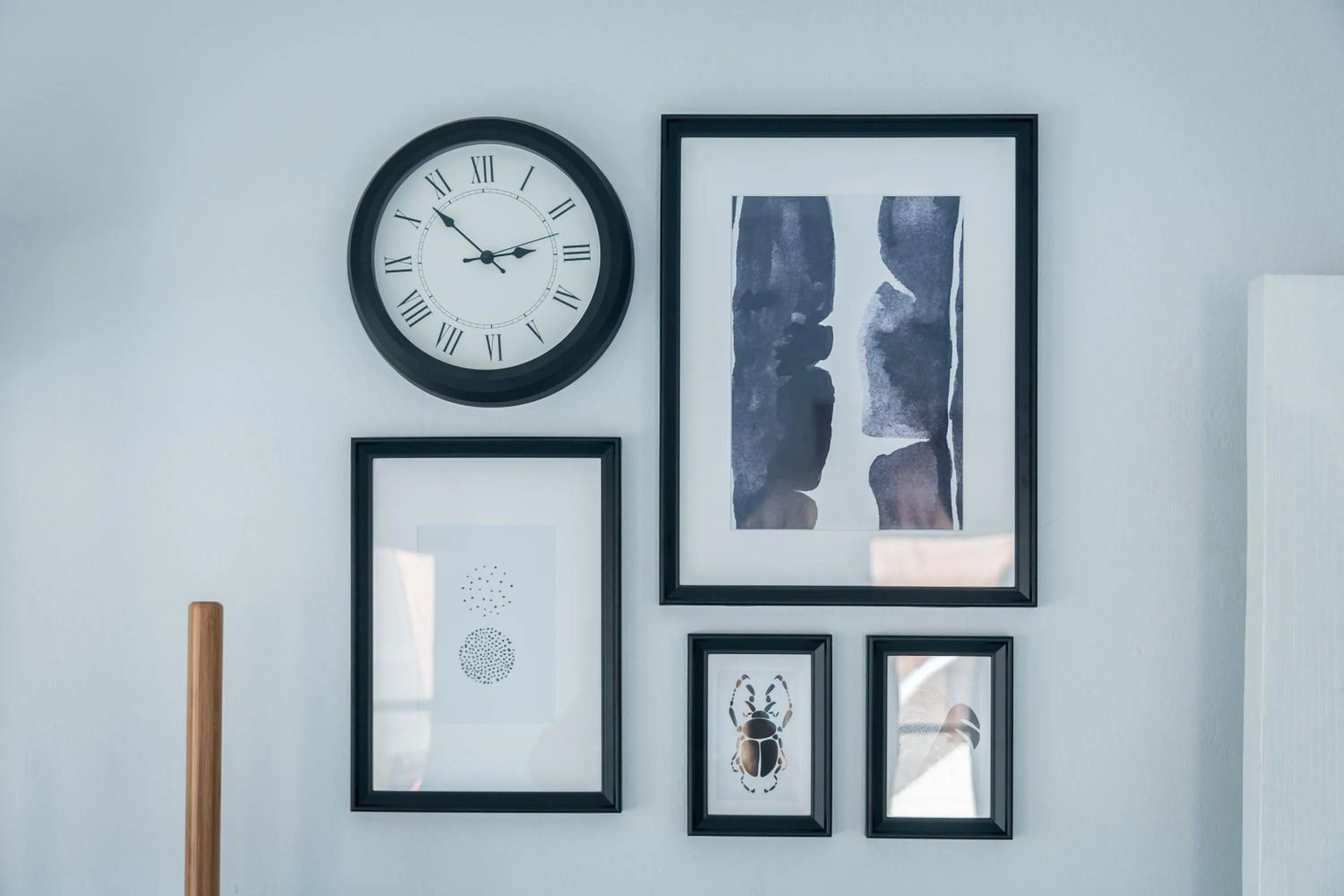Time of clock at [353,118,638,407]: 2:53
